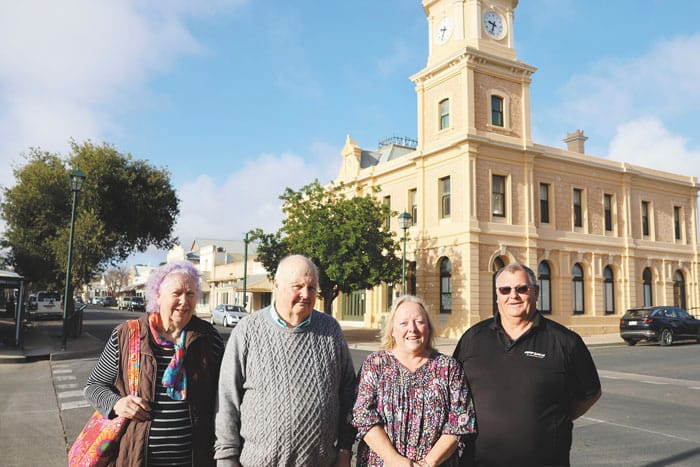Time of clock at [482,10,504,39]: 9:33
